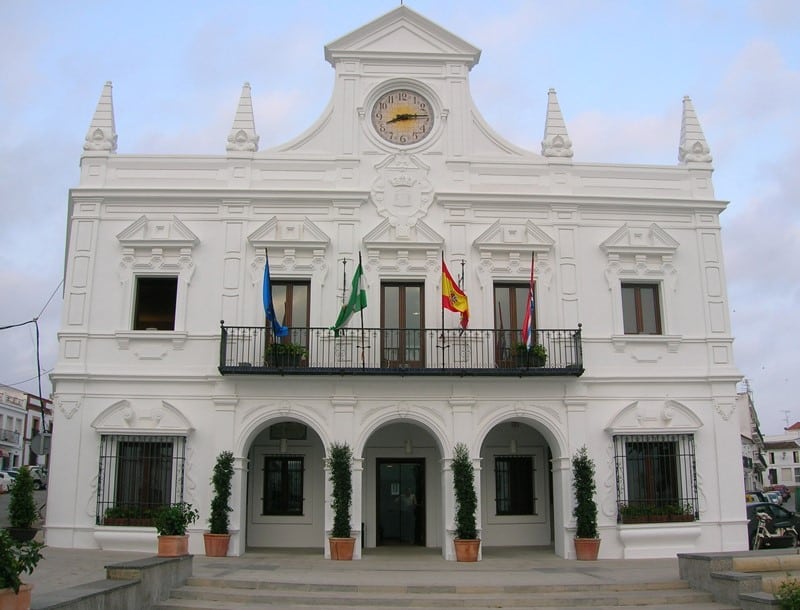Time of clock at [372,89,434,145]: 8:14
